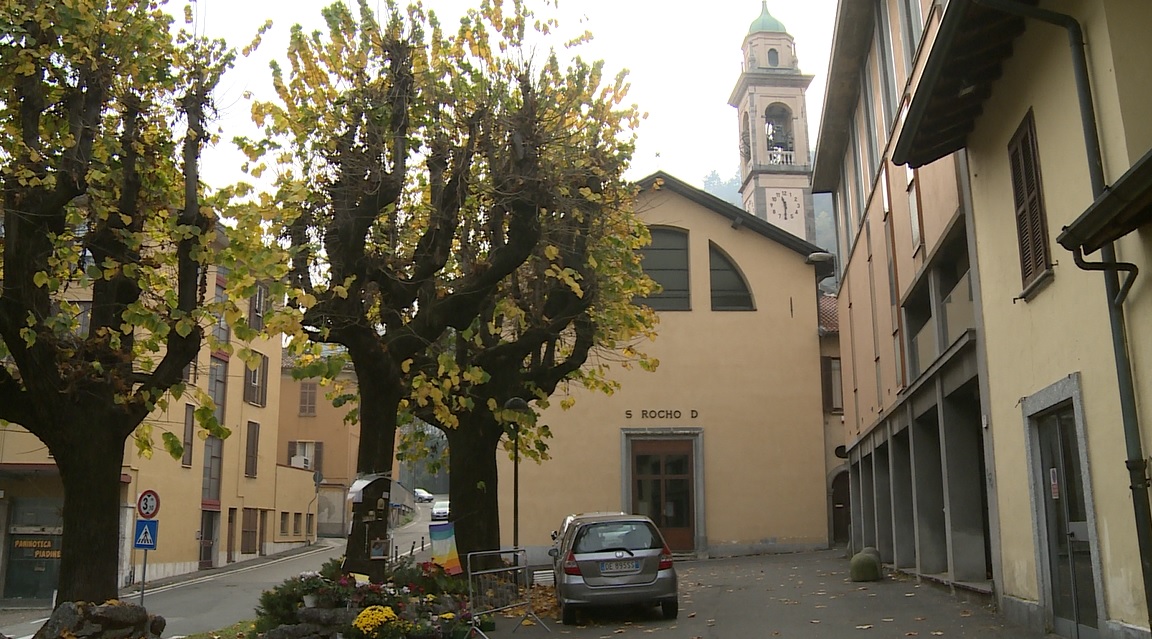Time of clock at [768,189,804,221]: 11:30
